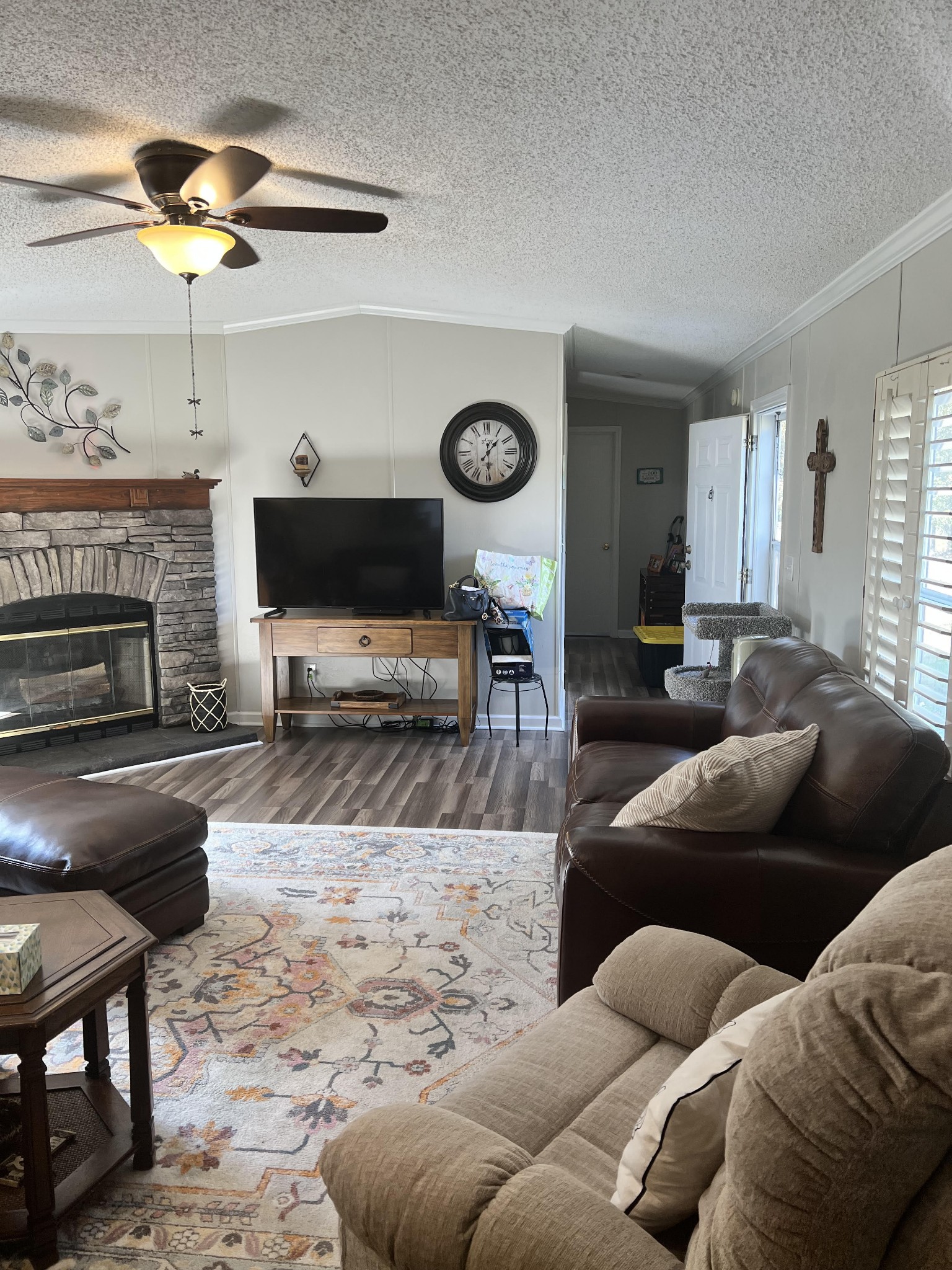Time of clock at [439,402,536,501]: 1:29
